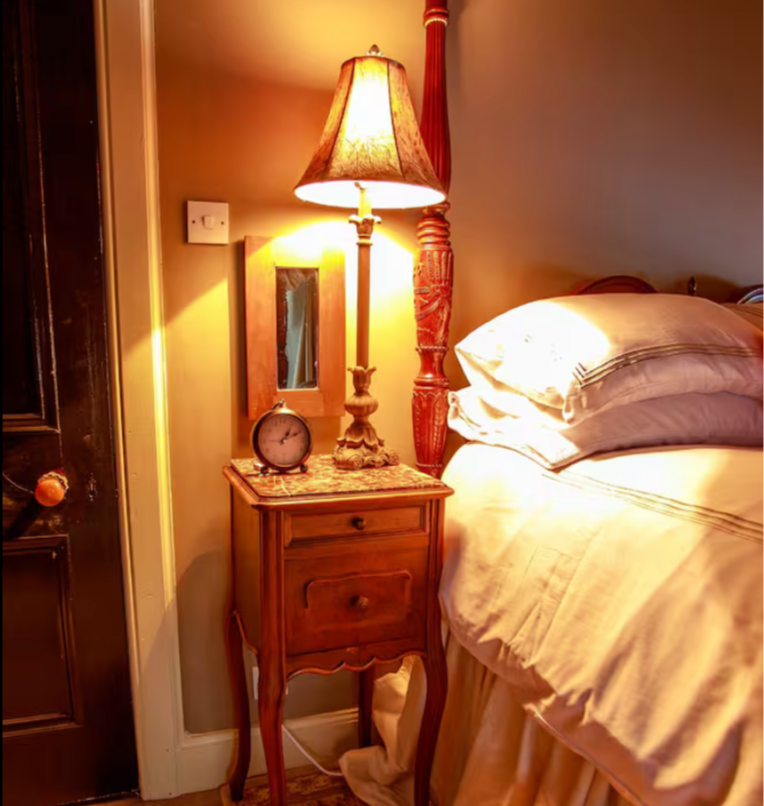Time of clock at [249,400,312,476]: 1:11
